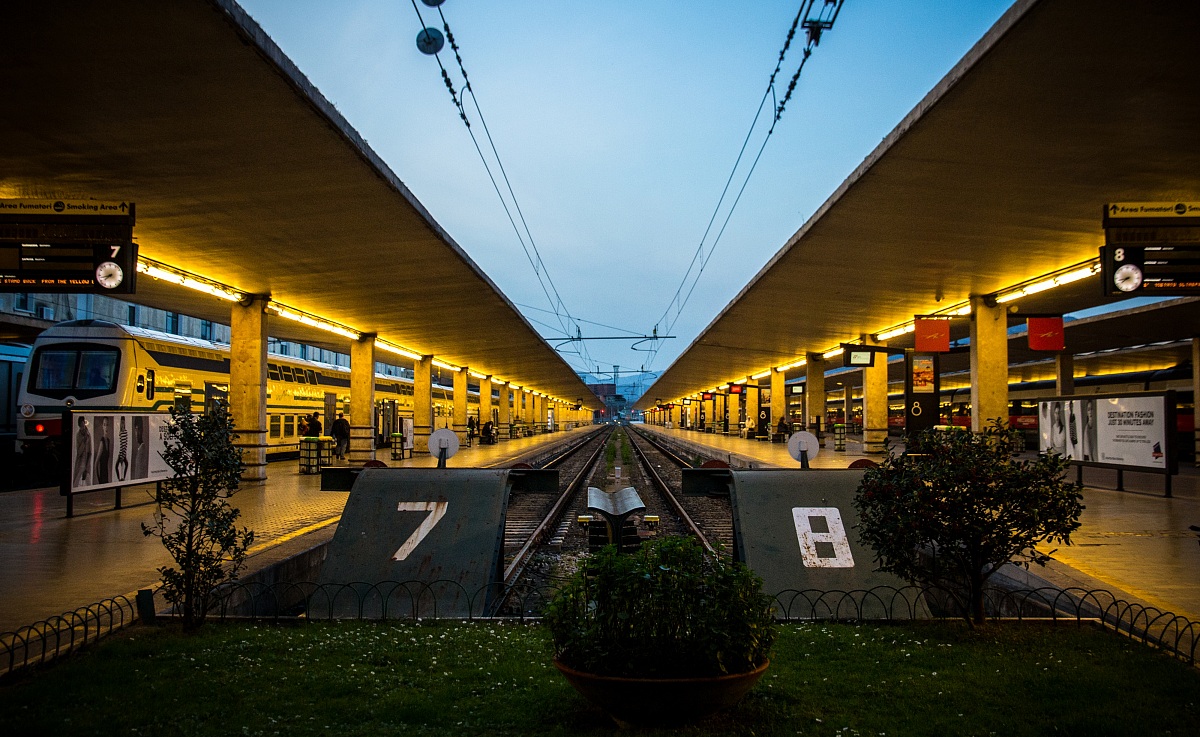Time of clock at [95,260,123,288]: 8:38
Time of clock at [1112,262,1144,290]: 8:38
